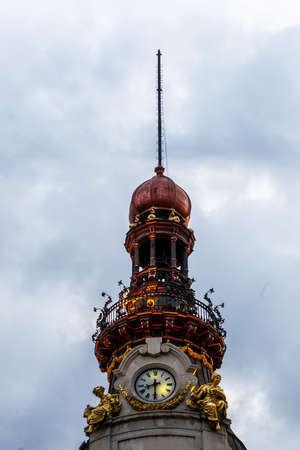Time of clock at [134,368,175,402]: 8:30
